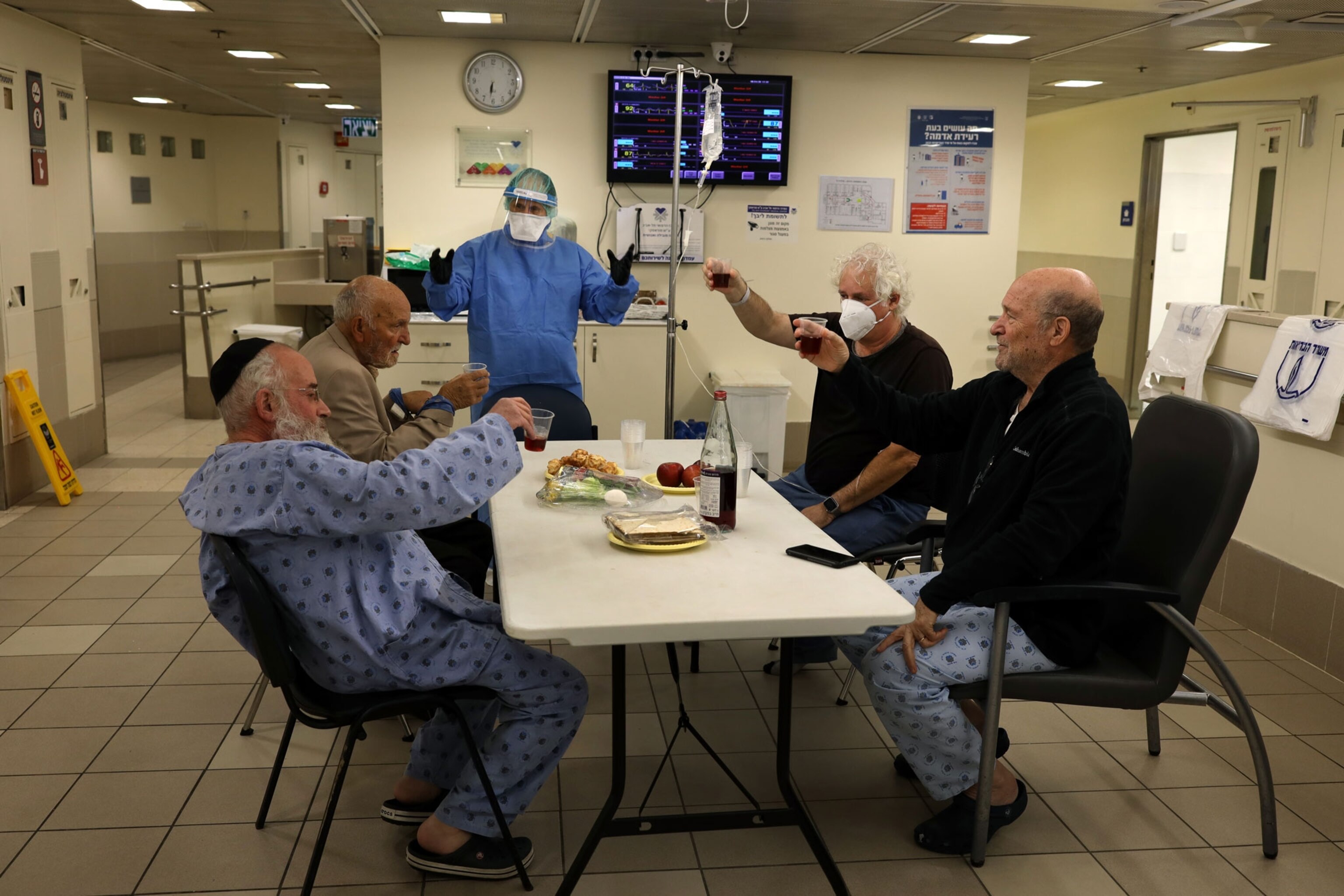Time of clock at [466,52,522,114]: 6:31
